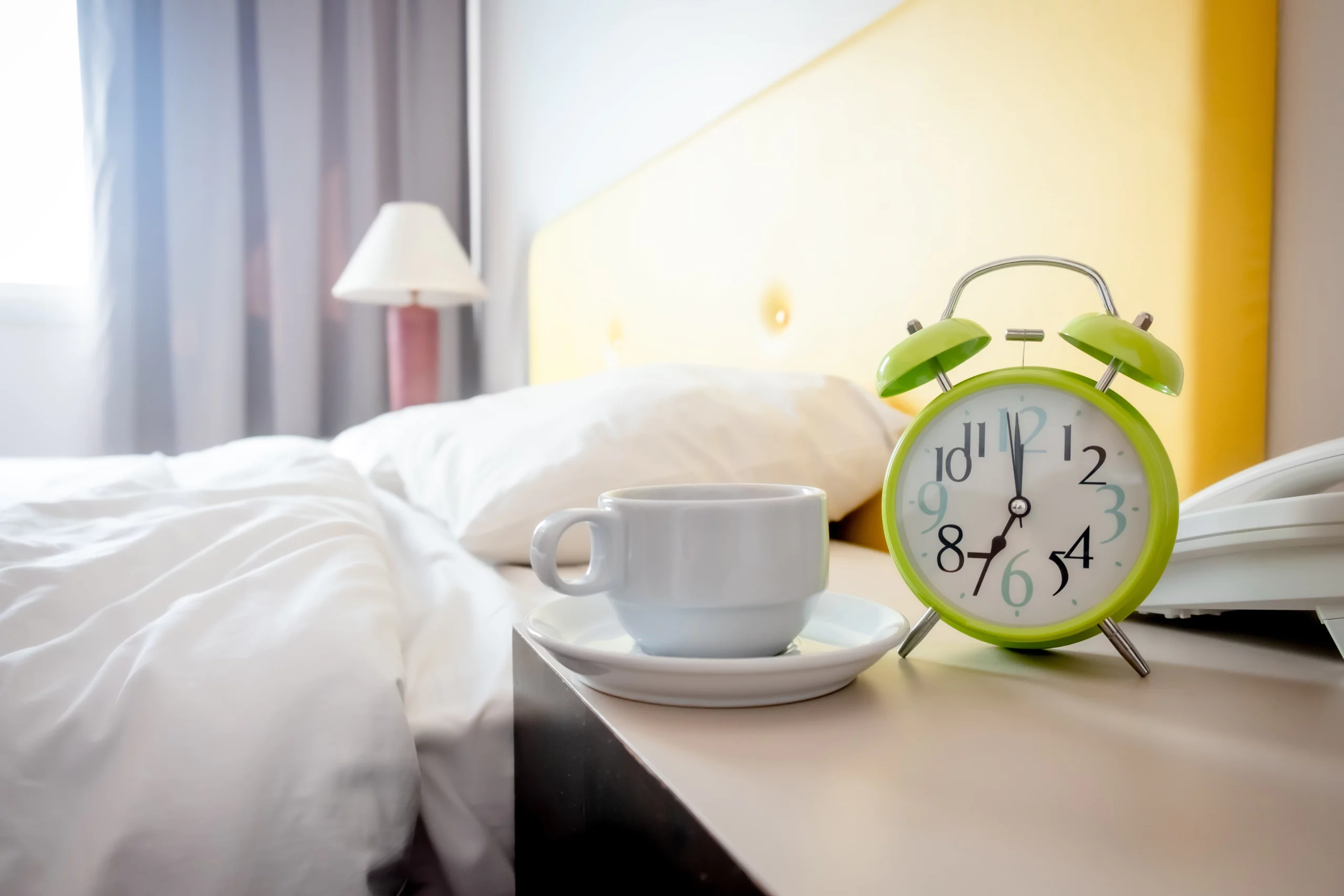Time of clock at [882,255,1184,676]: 6:59
